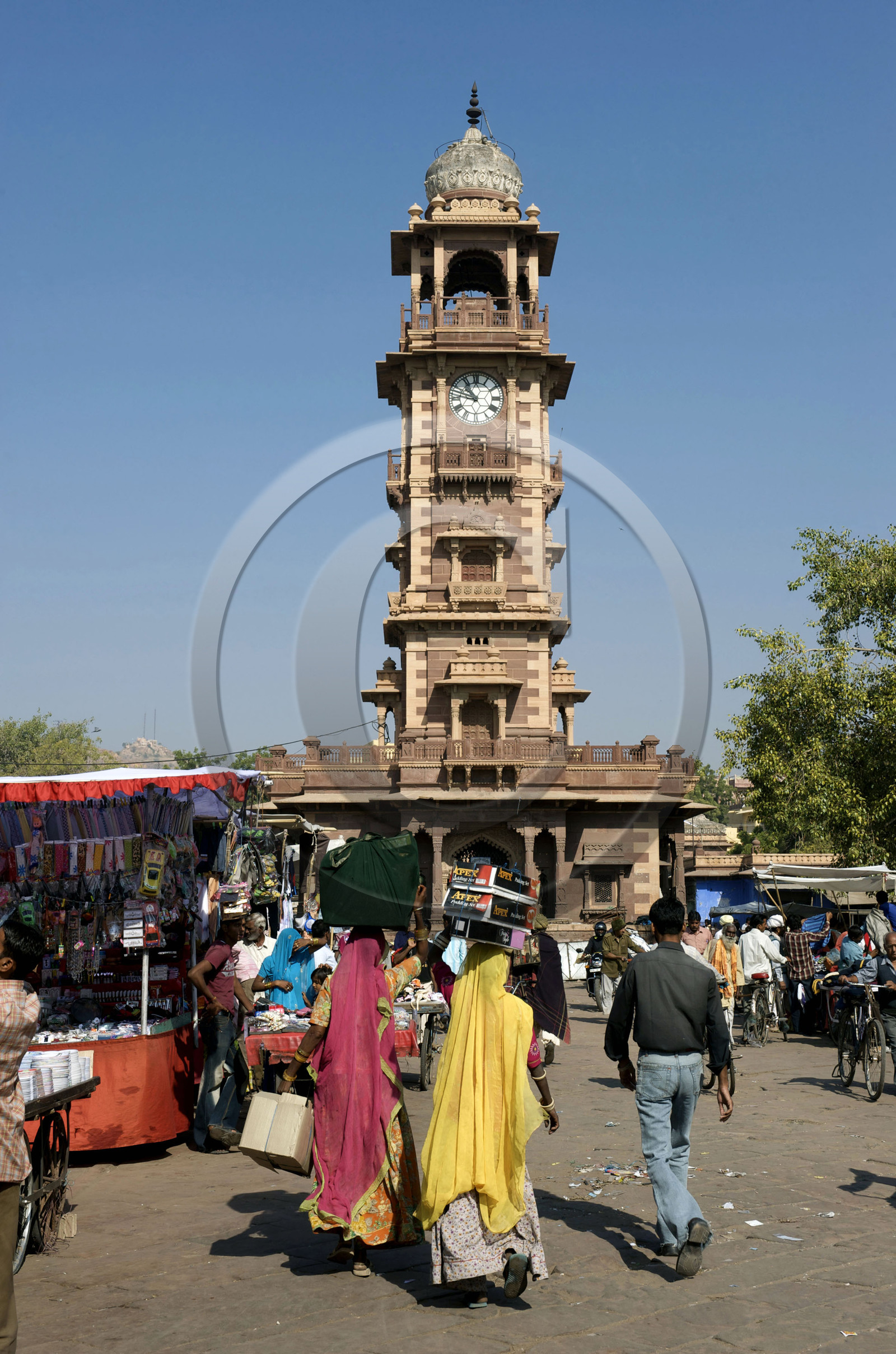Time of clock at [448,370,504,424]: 10:47
